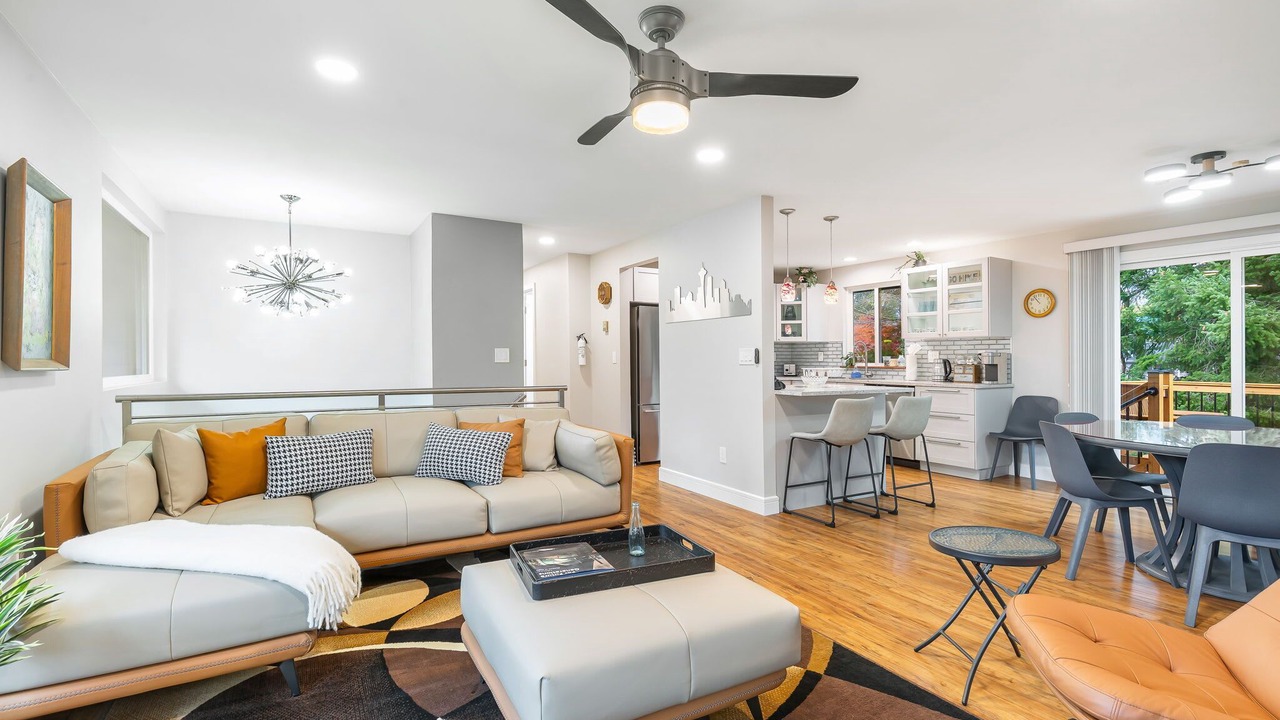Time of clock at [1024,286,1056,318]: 10:53
